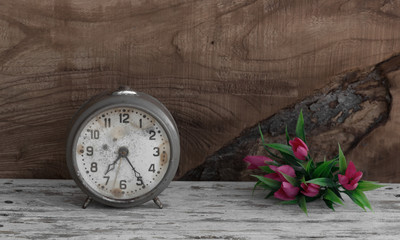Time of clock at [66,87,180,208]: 7:24
